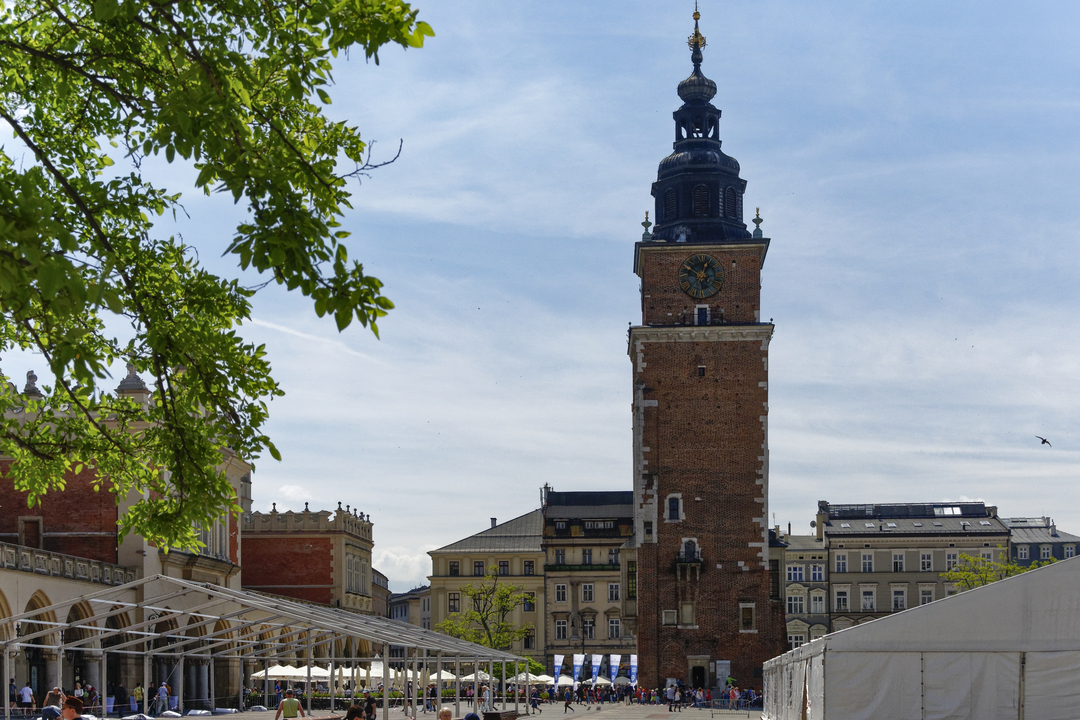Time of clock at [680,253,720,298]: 12:50
